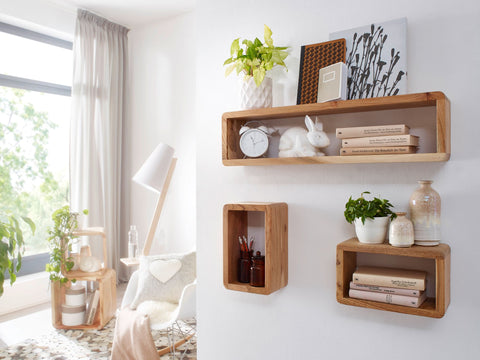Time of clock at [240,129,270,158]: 11:12
